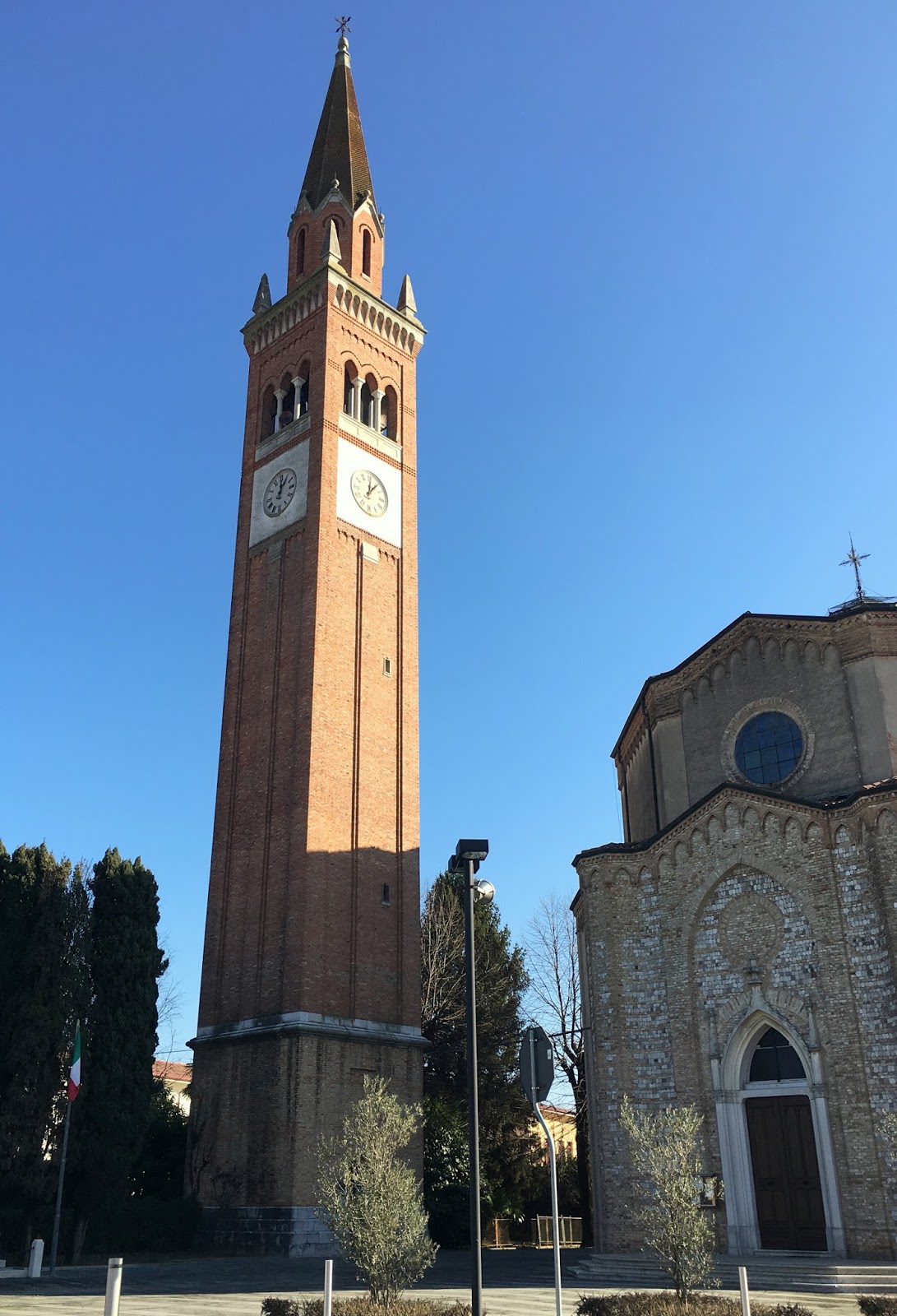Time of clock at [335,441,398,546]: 12:07
